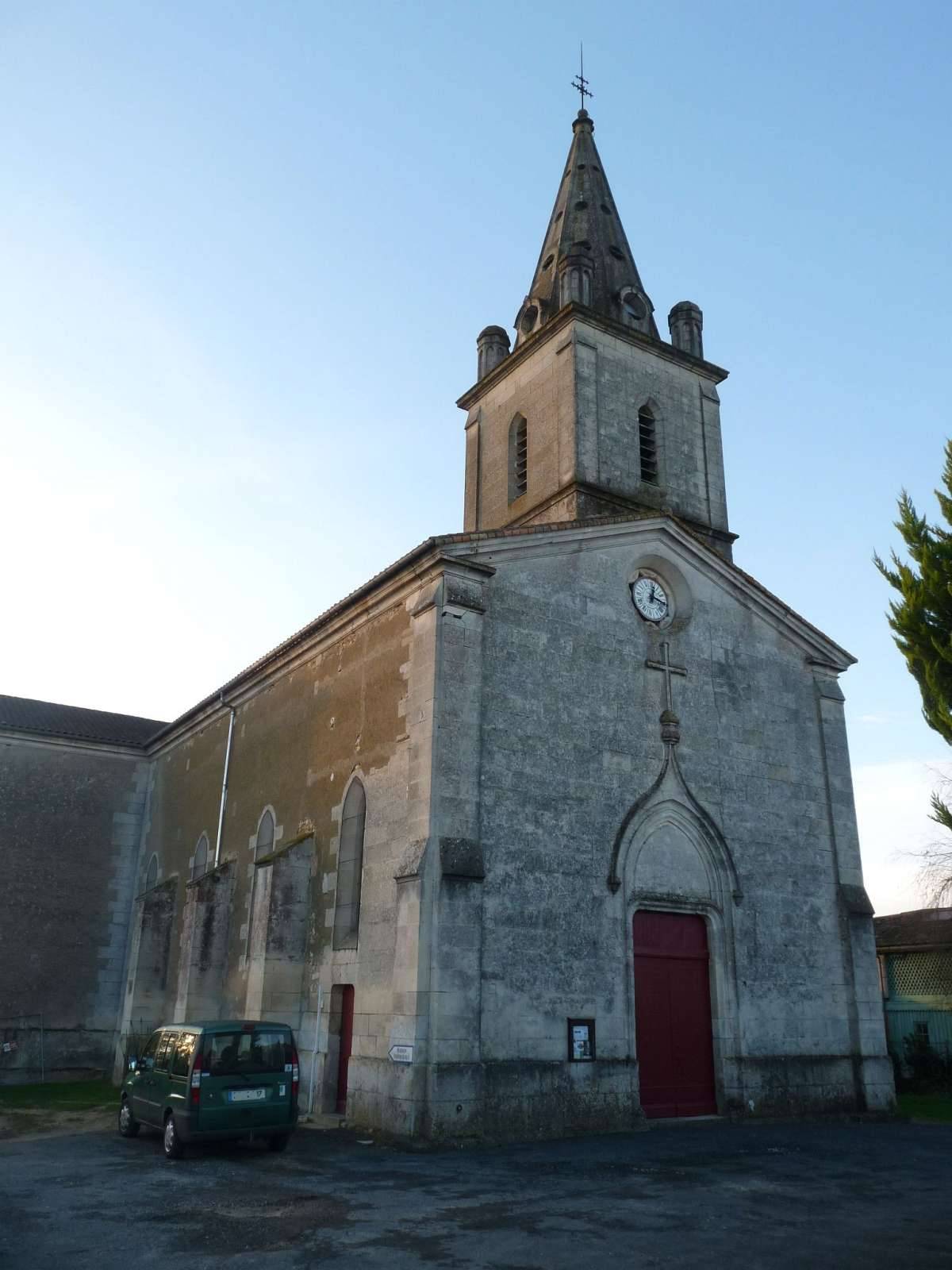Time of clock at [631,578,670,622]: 12:16
